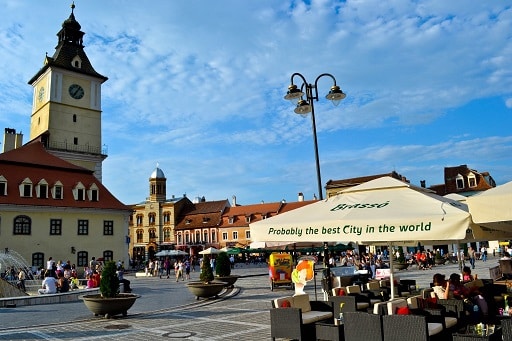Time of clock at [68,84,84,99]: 7:06
